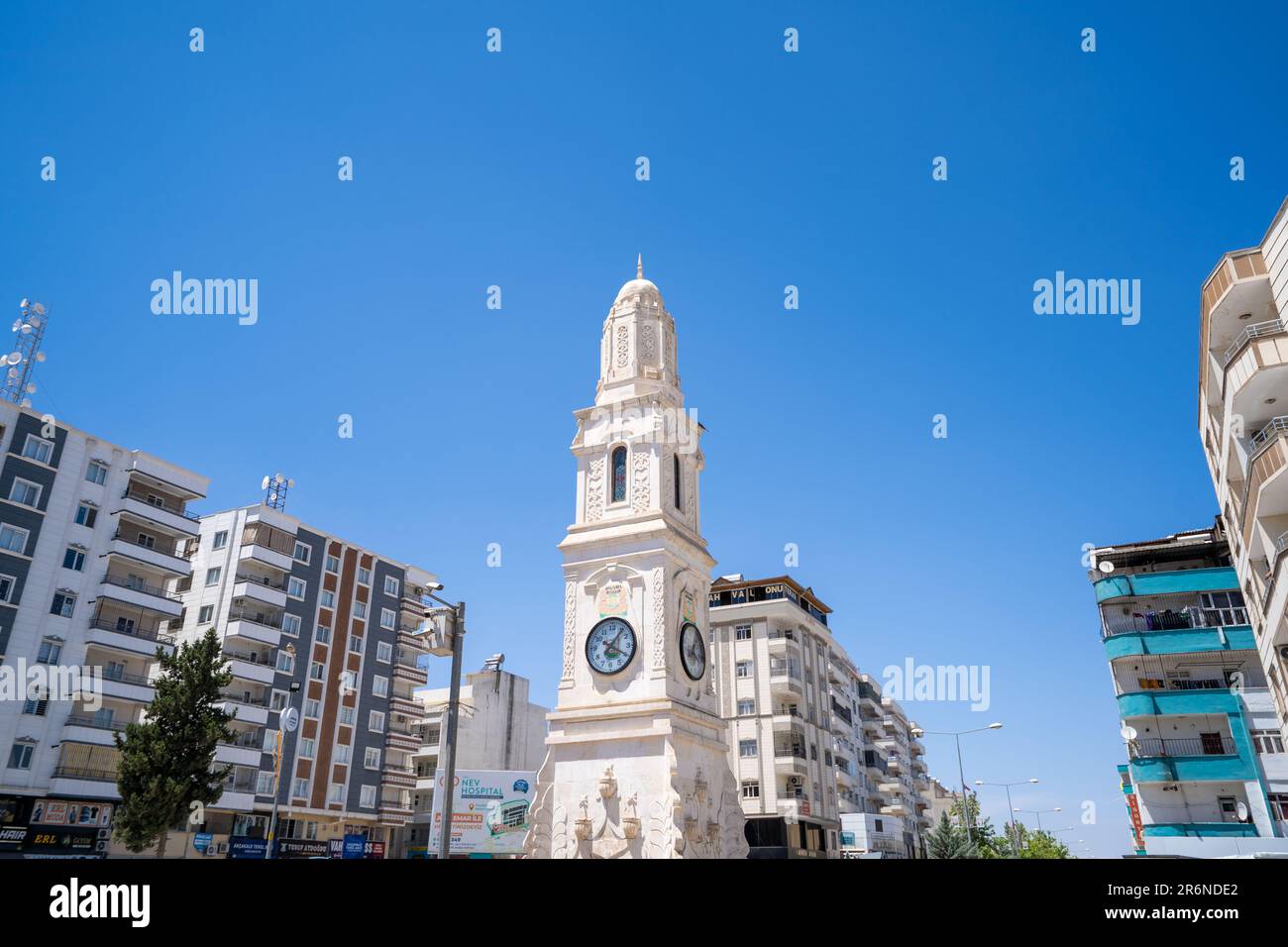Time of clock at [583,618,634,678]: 1:19
